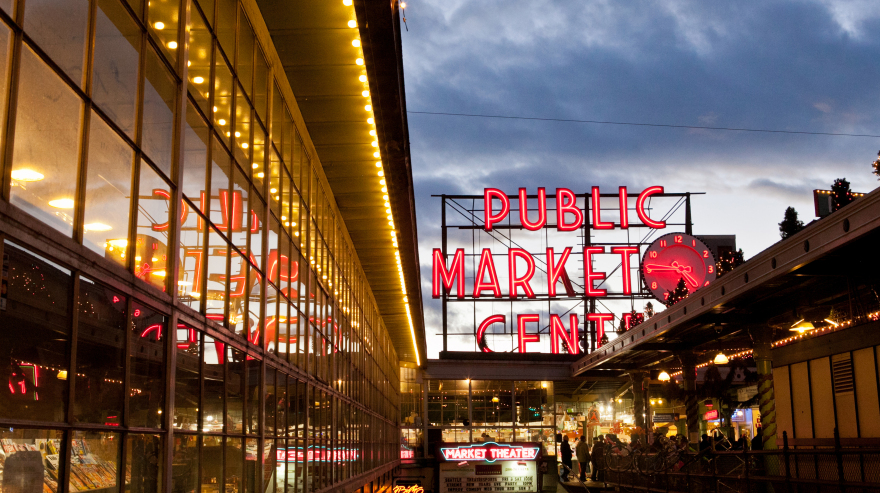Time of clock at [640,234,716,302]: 4:45
